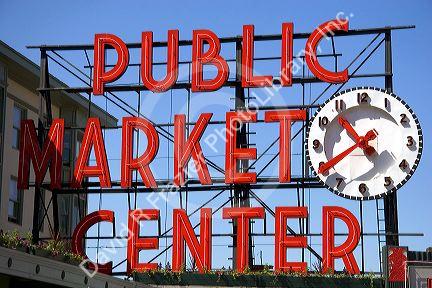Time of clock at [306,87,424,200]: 10:40
